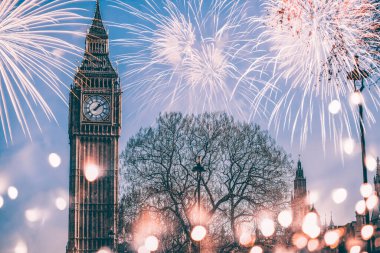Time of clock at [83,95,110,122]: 1:09
